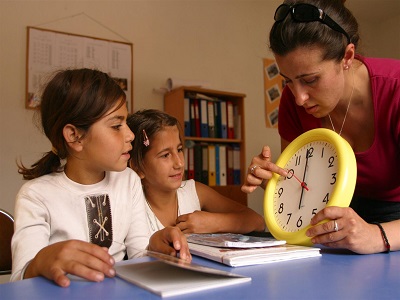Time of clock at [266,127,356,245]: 5:59
